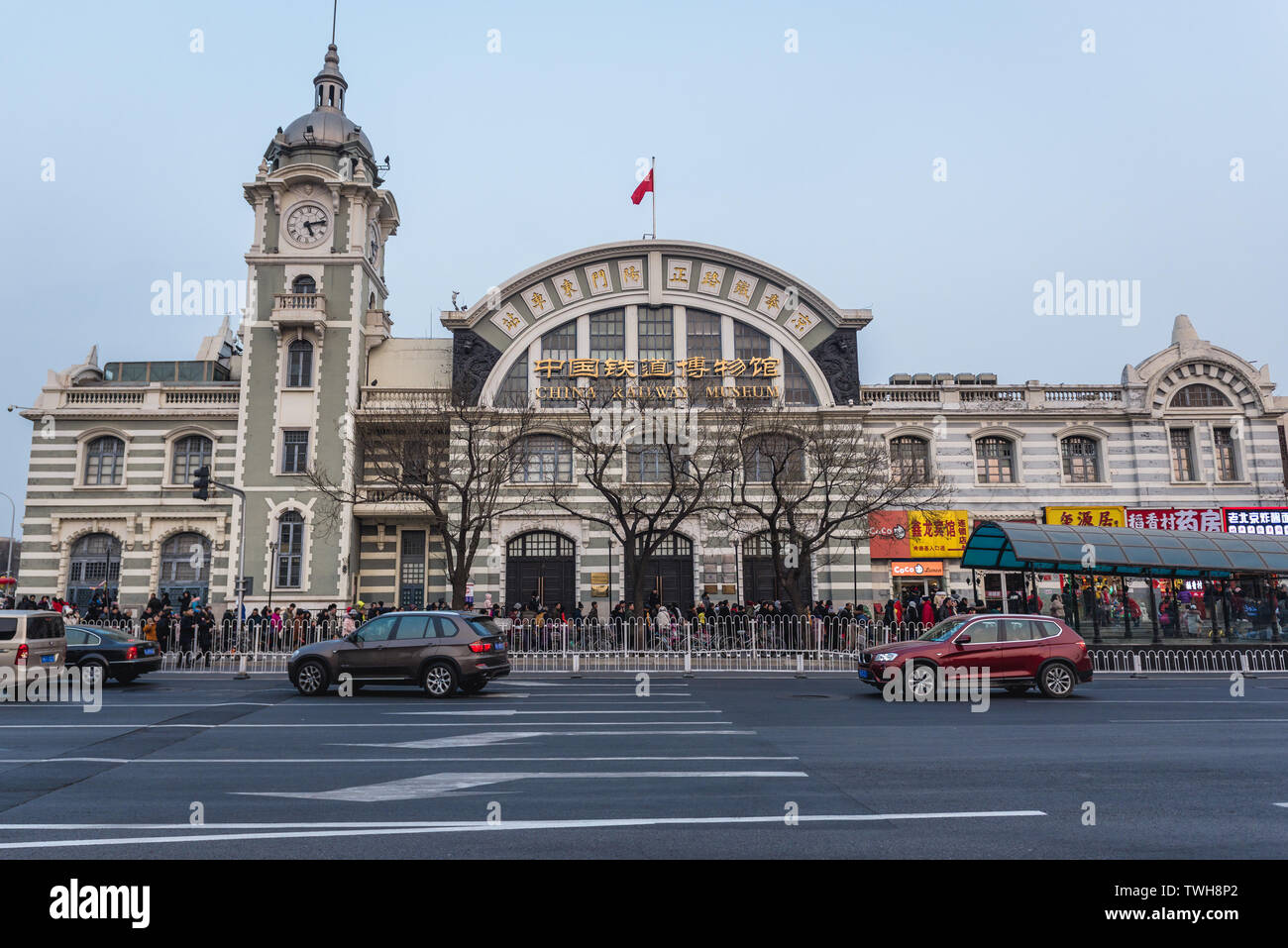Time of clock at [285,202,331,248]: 5:12
